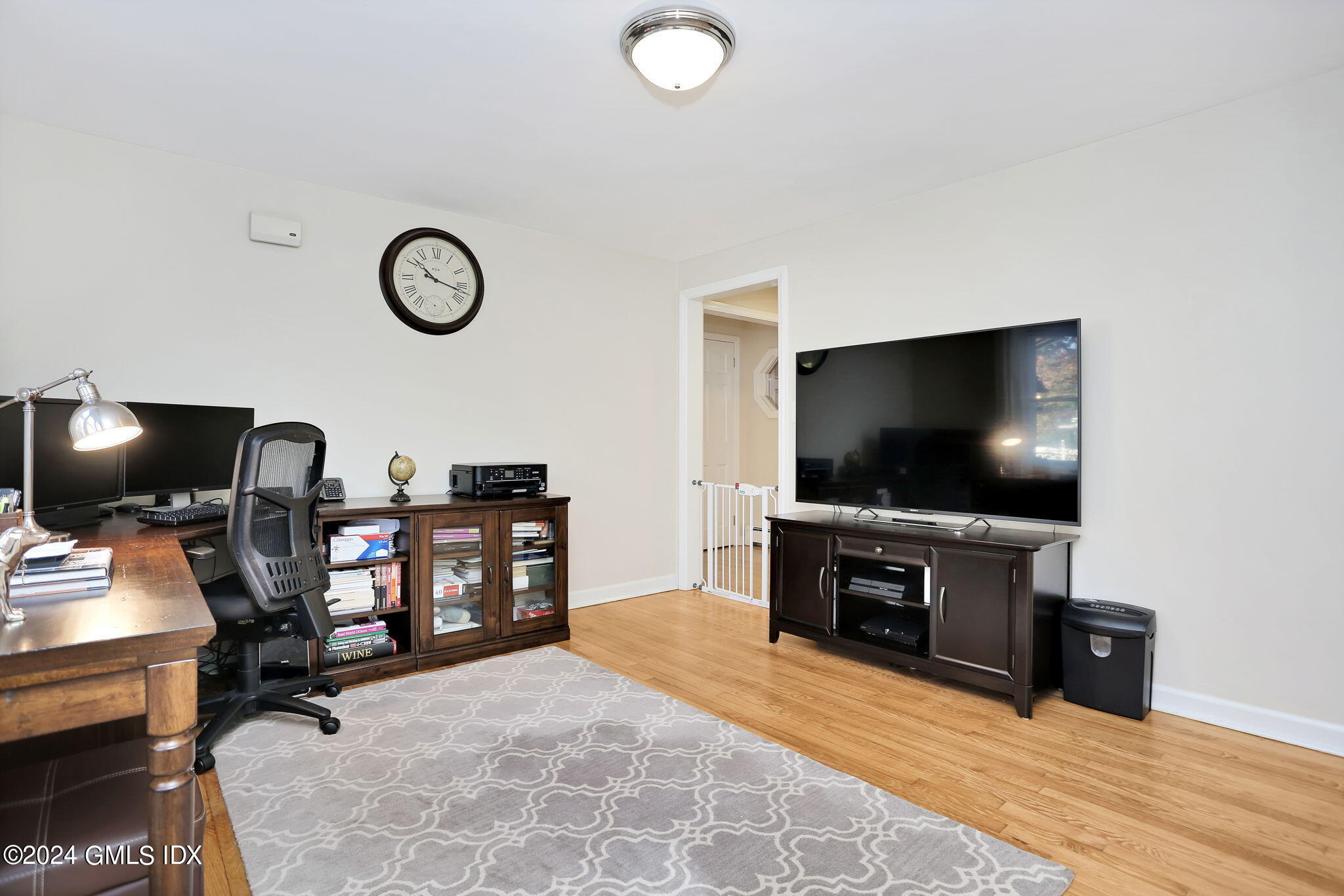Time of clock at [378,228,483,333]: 10:16
